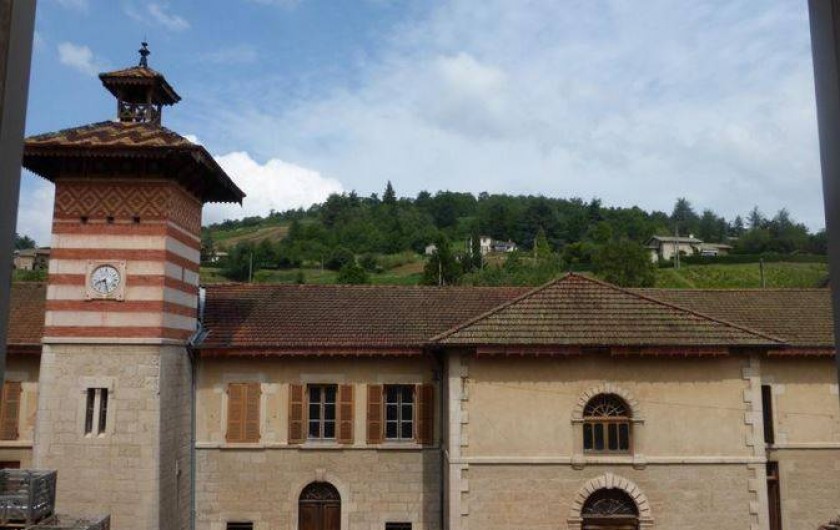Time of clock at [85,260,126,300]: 8:27
